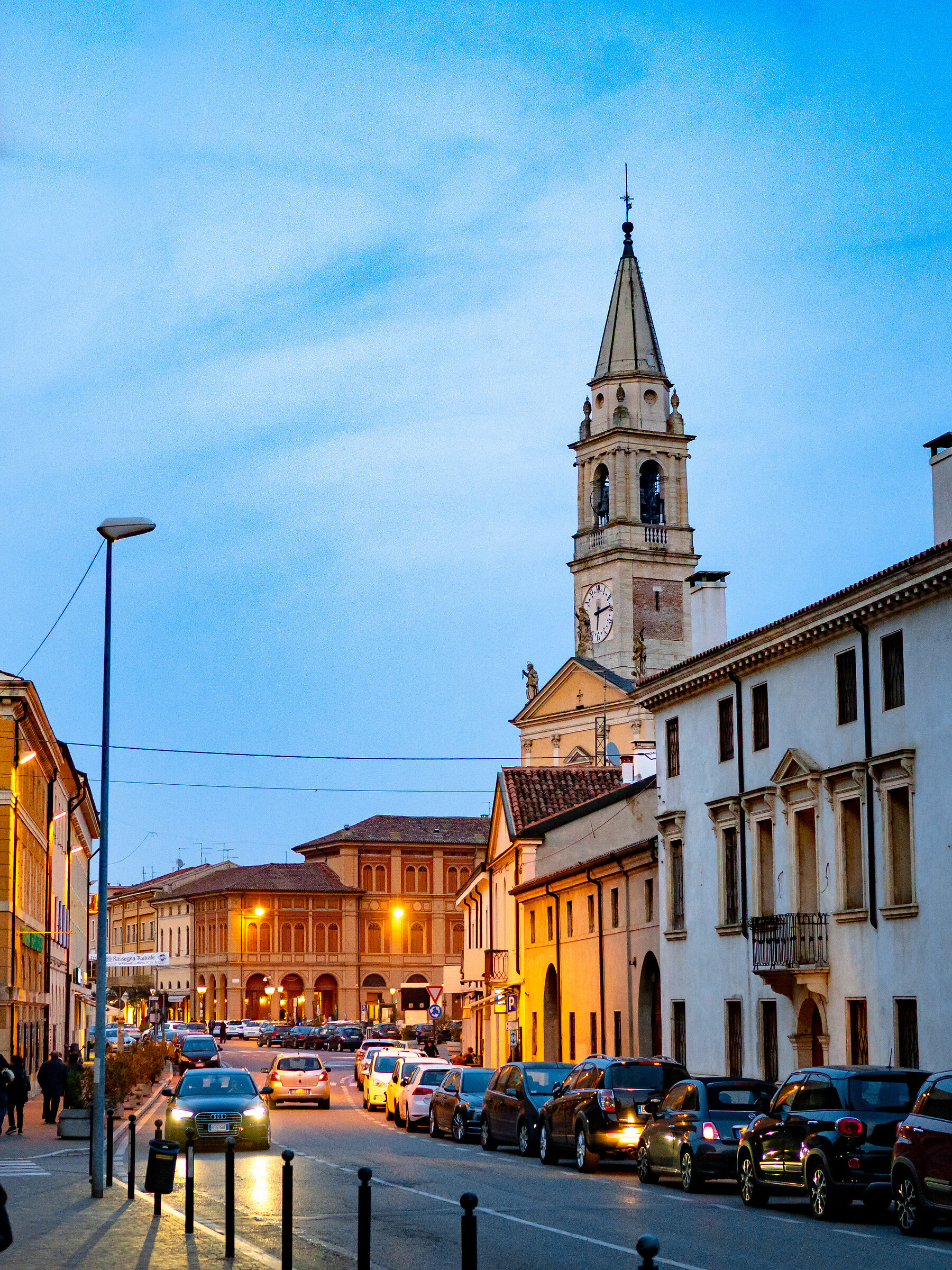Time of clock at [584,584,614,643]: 6:13
